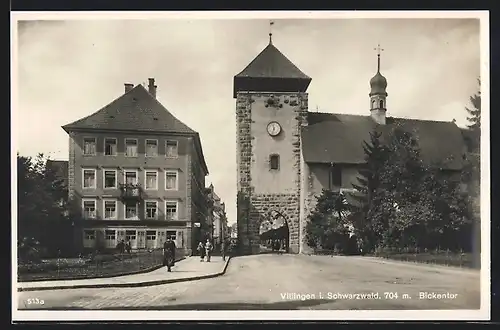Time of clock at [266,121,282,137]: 11:32
